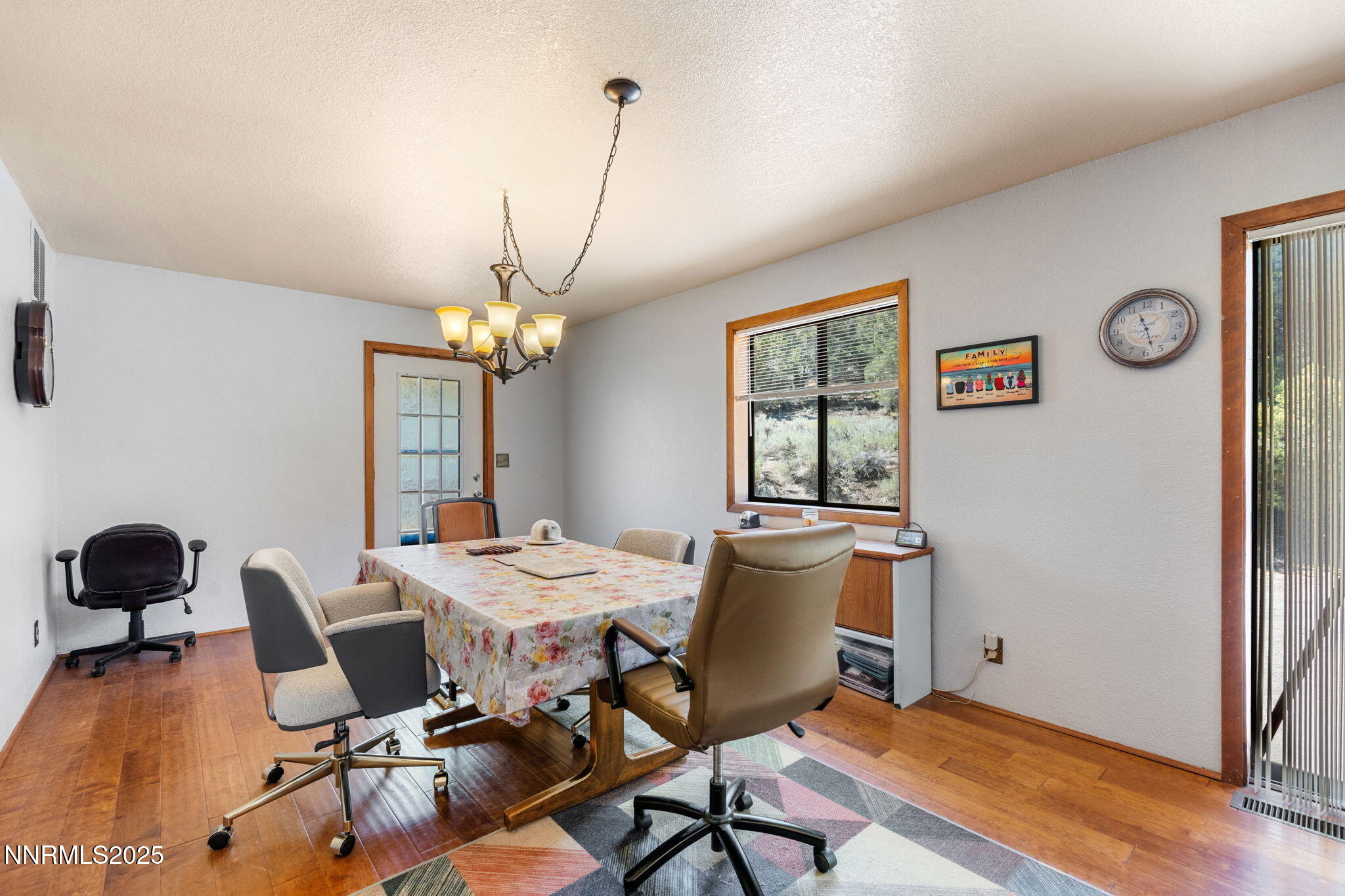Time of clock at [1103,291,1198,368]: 11:27
